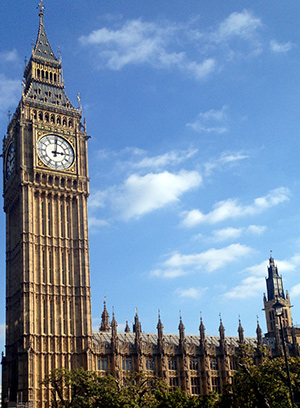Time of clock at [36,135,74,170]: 3:01
